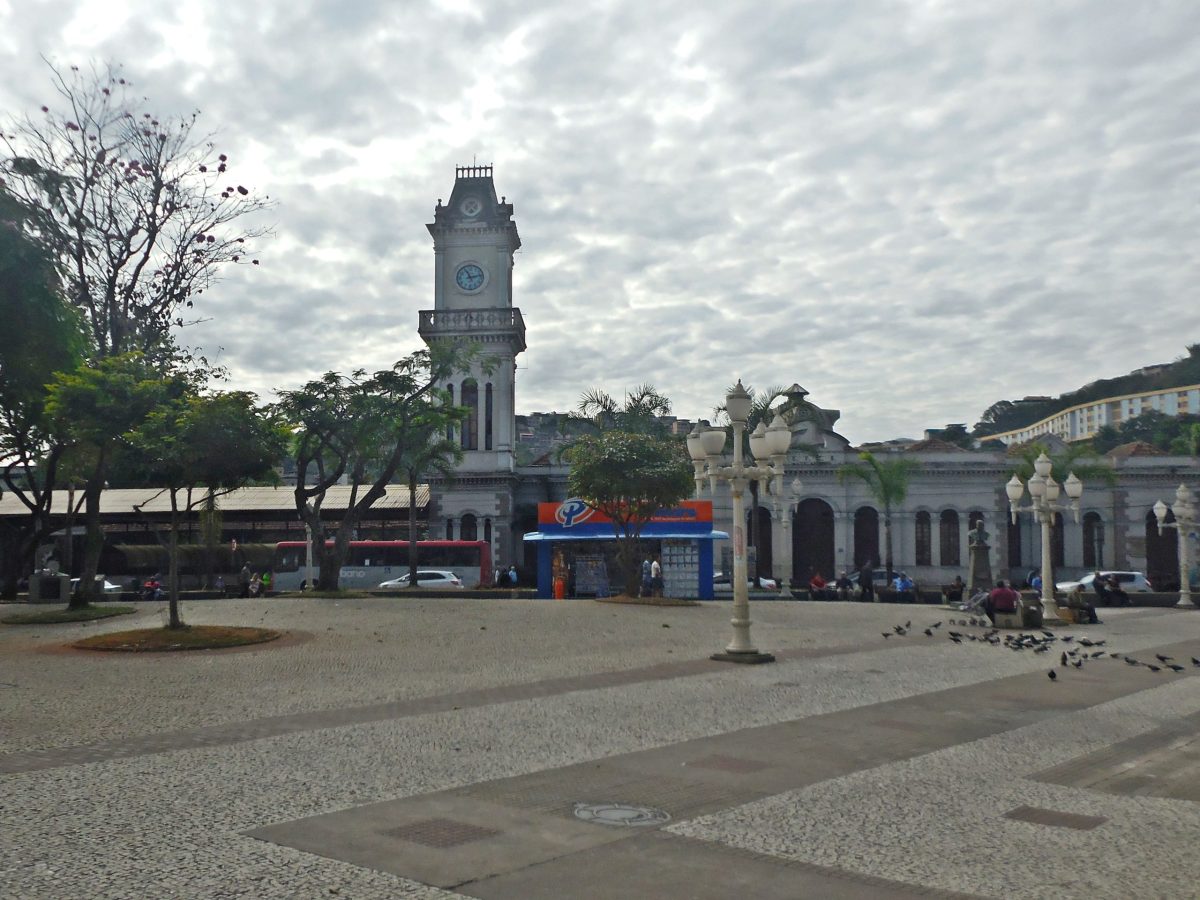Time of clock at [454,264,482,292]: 11:12
